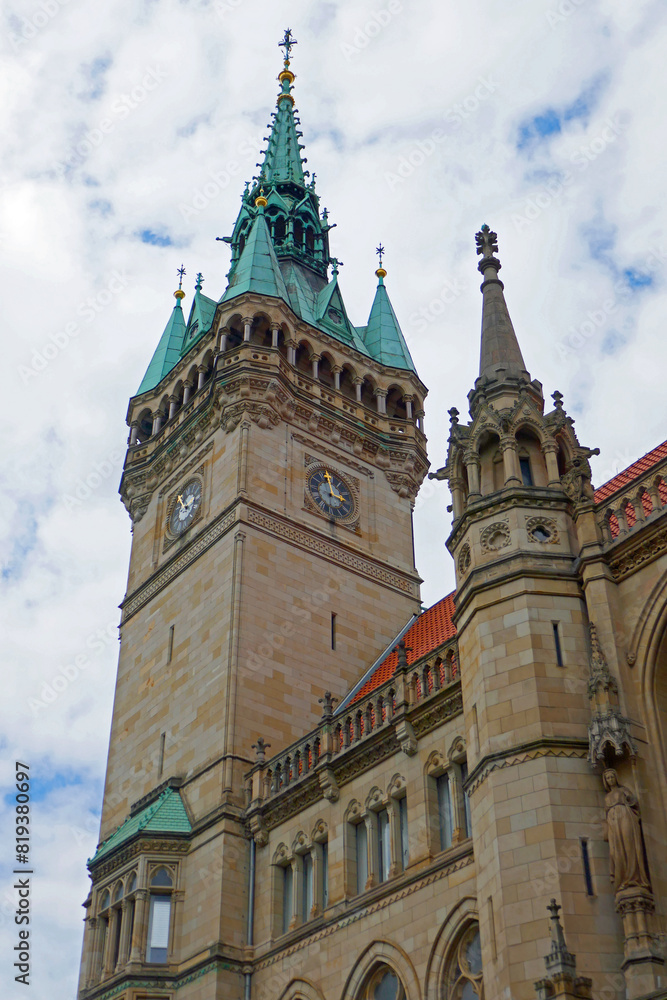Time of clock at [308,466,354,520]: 2:58
